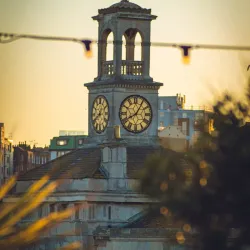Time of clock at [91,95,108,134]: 12:40
